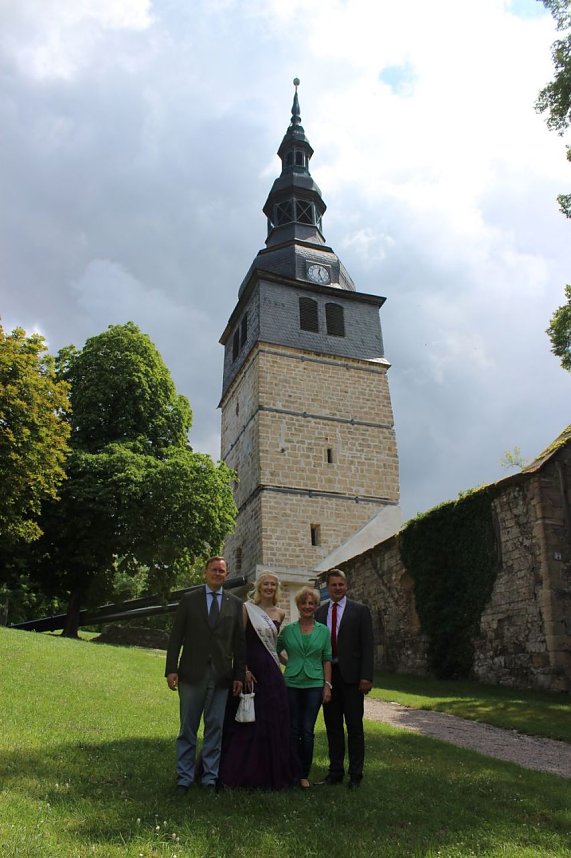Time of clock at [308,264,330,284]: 12:26
